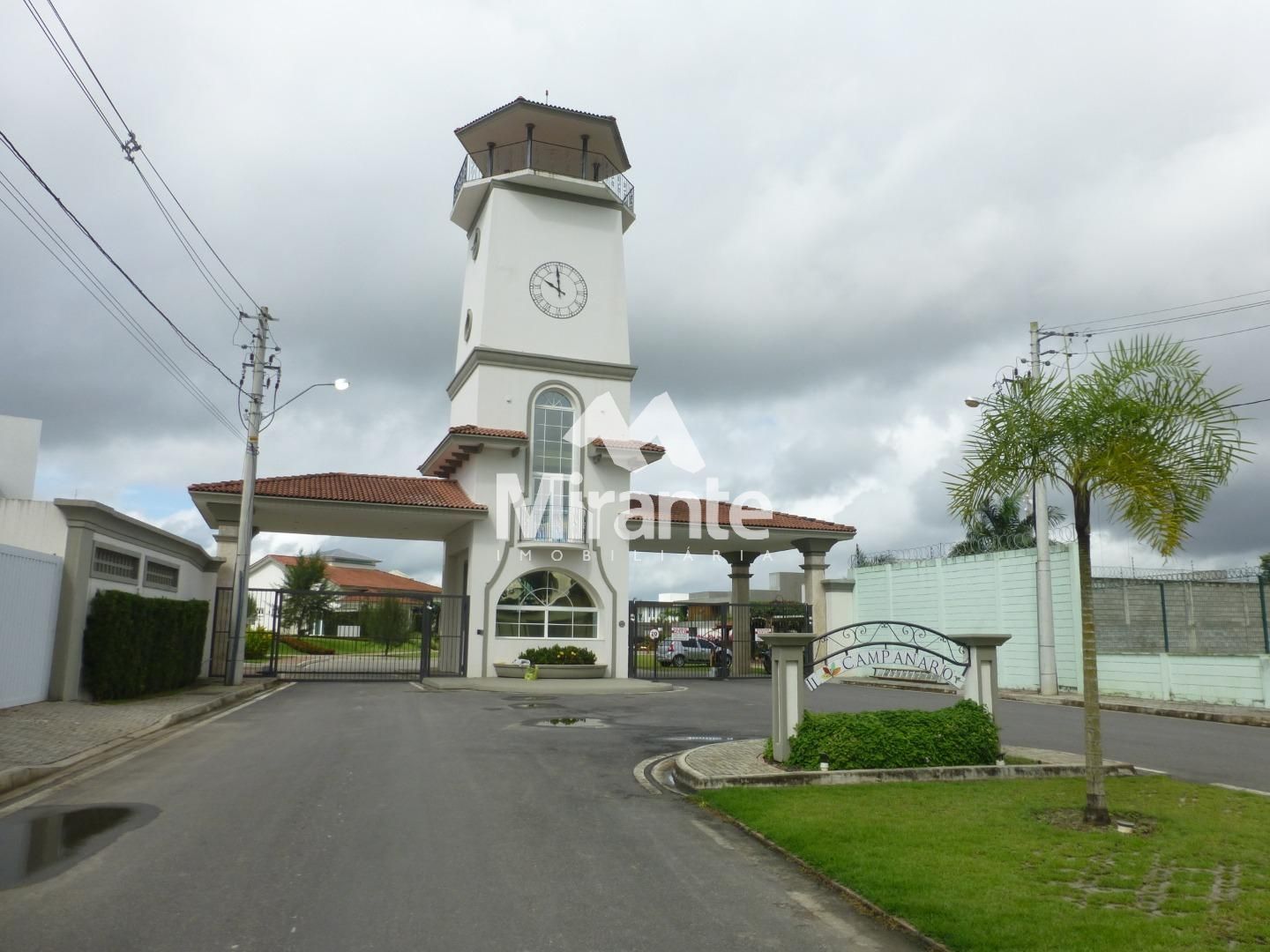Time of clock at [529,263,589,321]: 9:59
